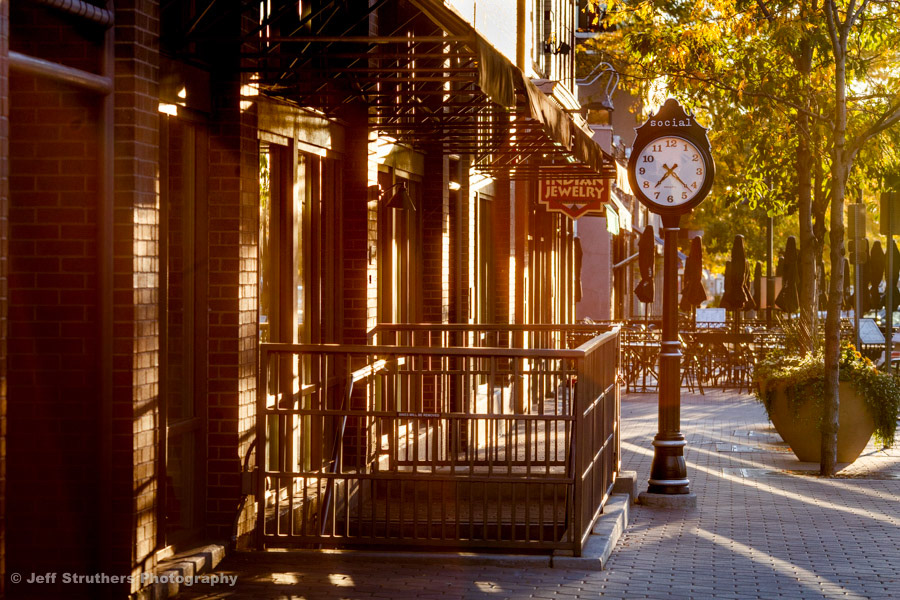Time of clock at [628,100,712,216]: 7:22
